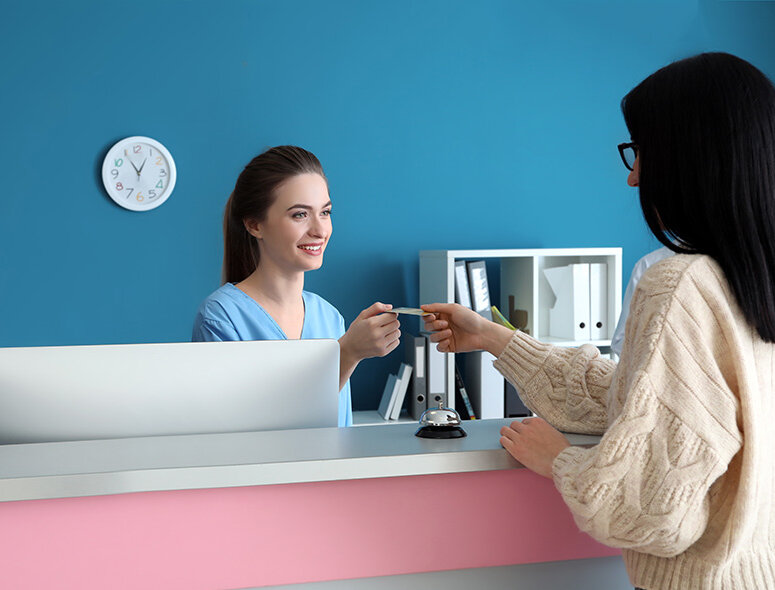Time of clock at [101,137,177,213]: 12:54
